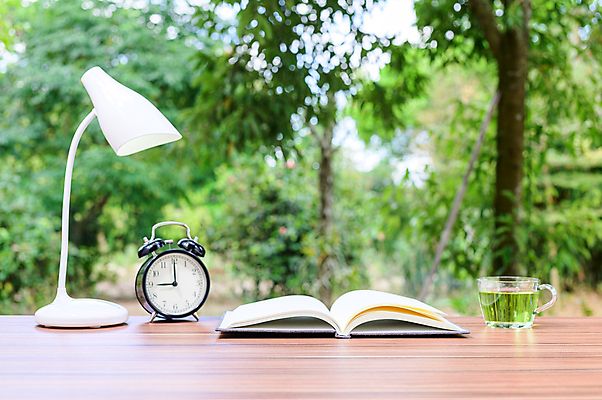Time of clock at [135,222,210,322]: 9:00
